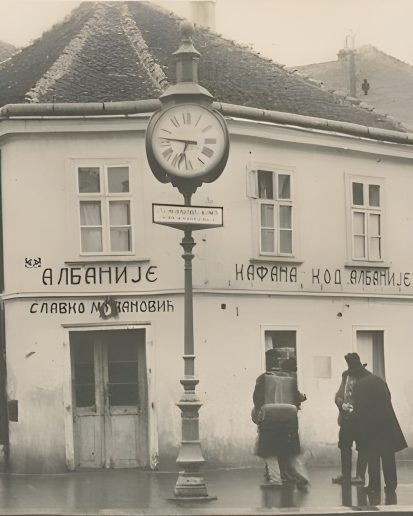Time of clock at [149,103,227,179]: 6:46
